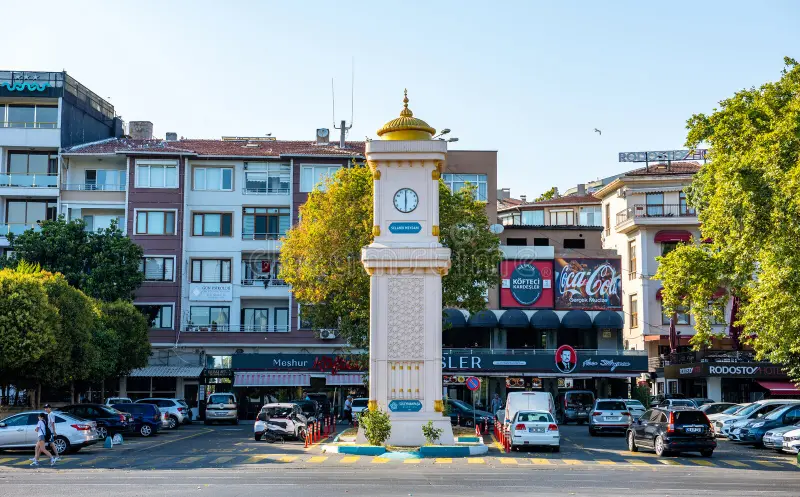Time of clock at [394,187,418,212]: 5:59
